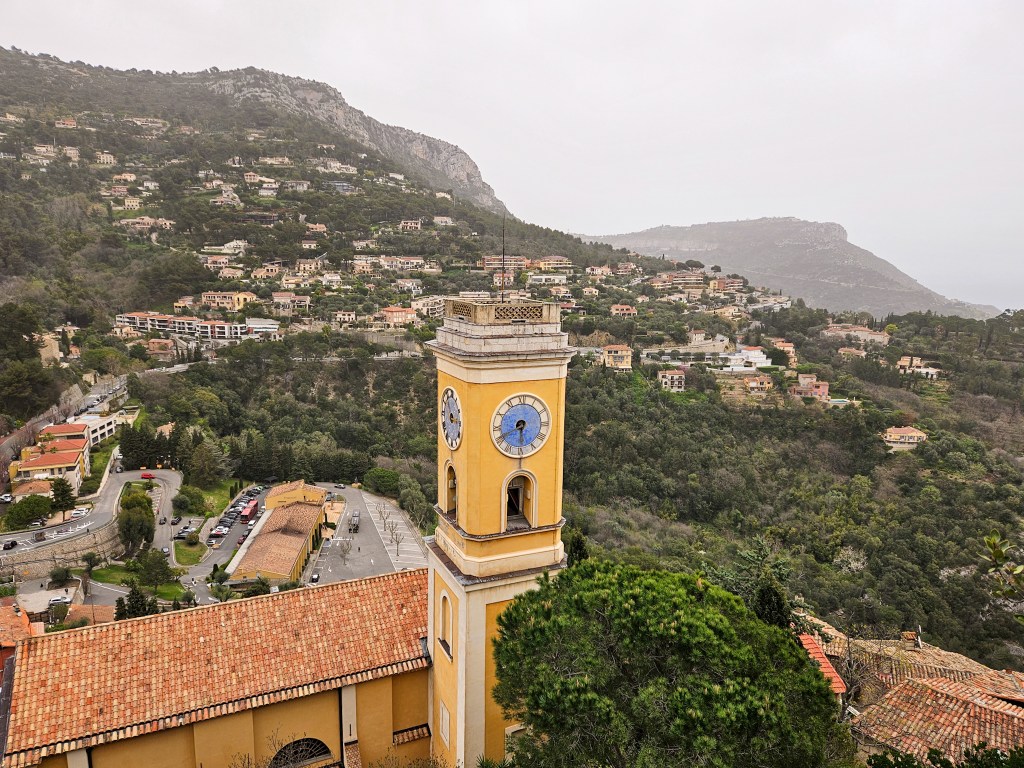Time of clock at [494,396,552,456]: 5:40
